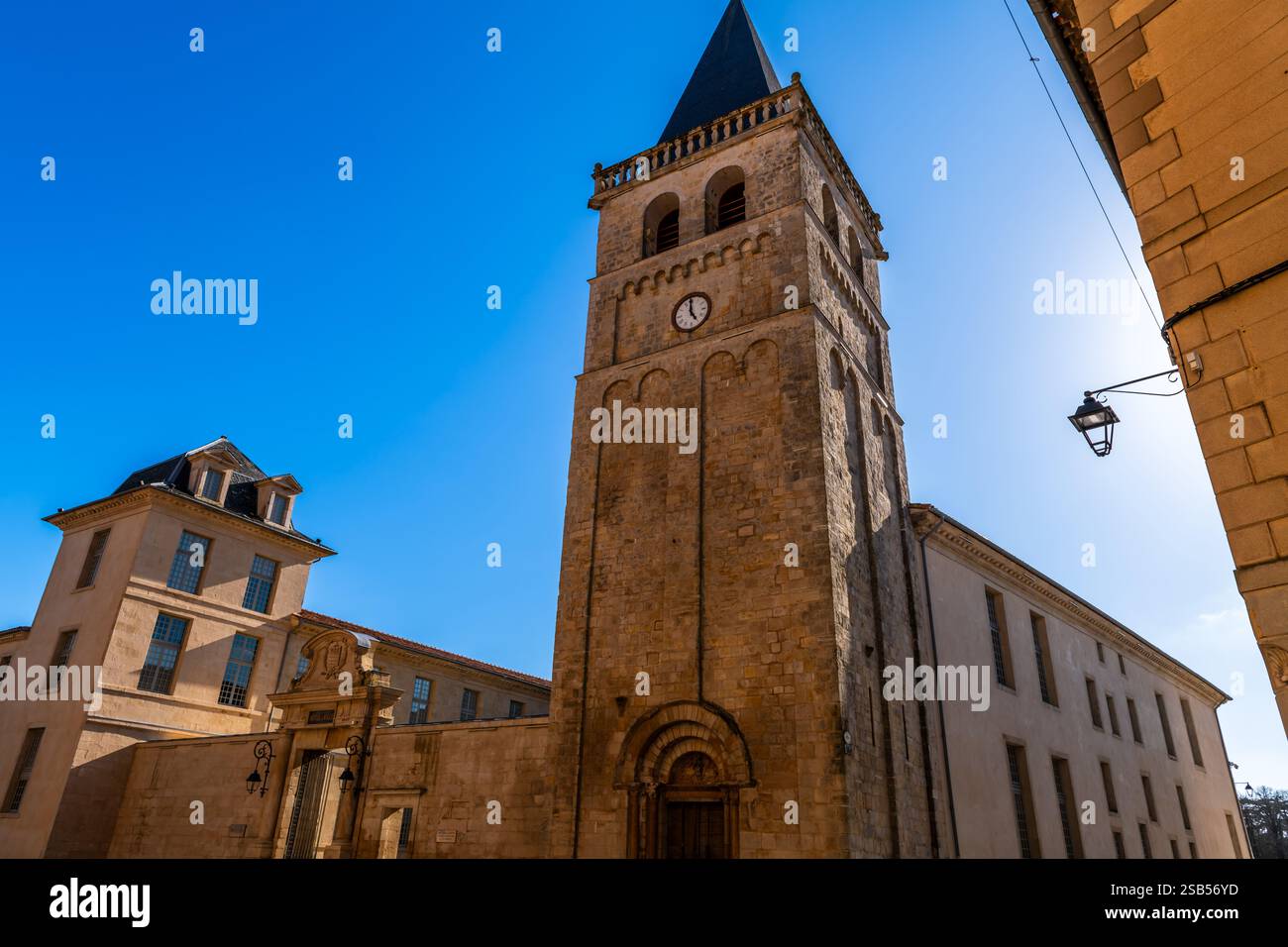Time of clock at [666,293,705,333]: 4:59
